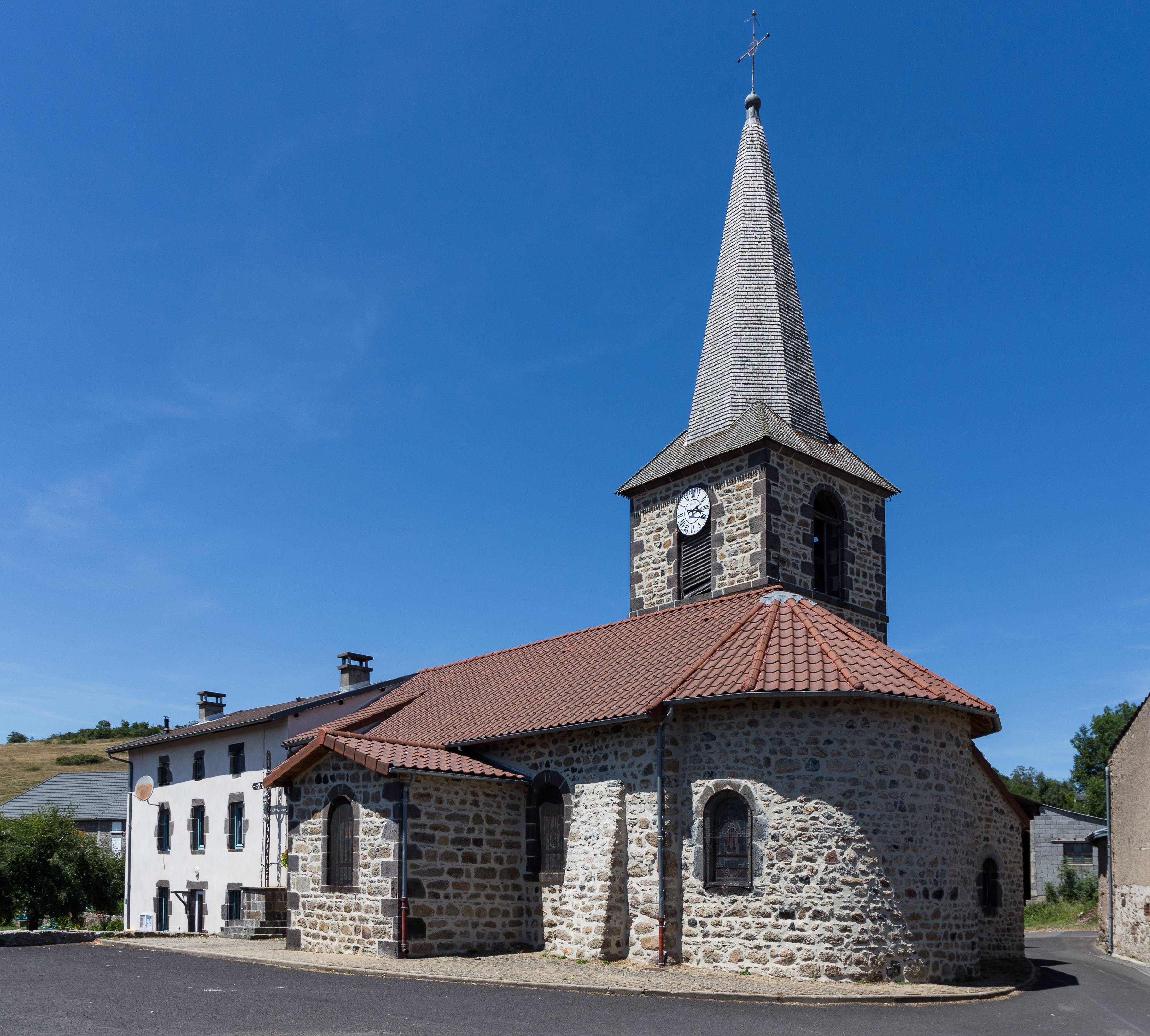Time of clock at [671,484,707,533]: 2:17
